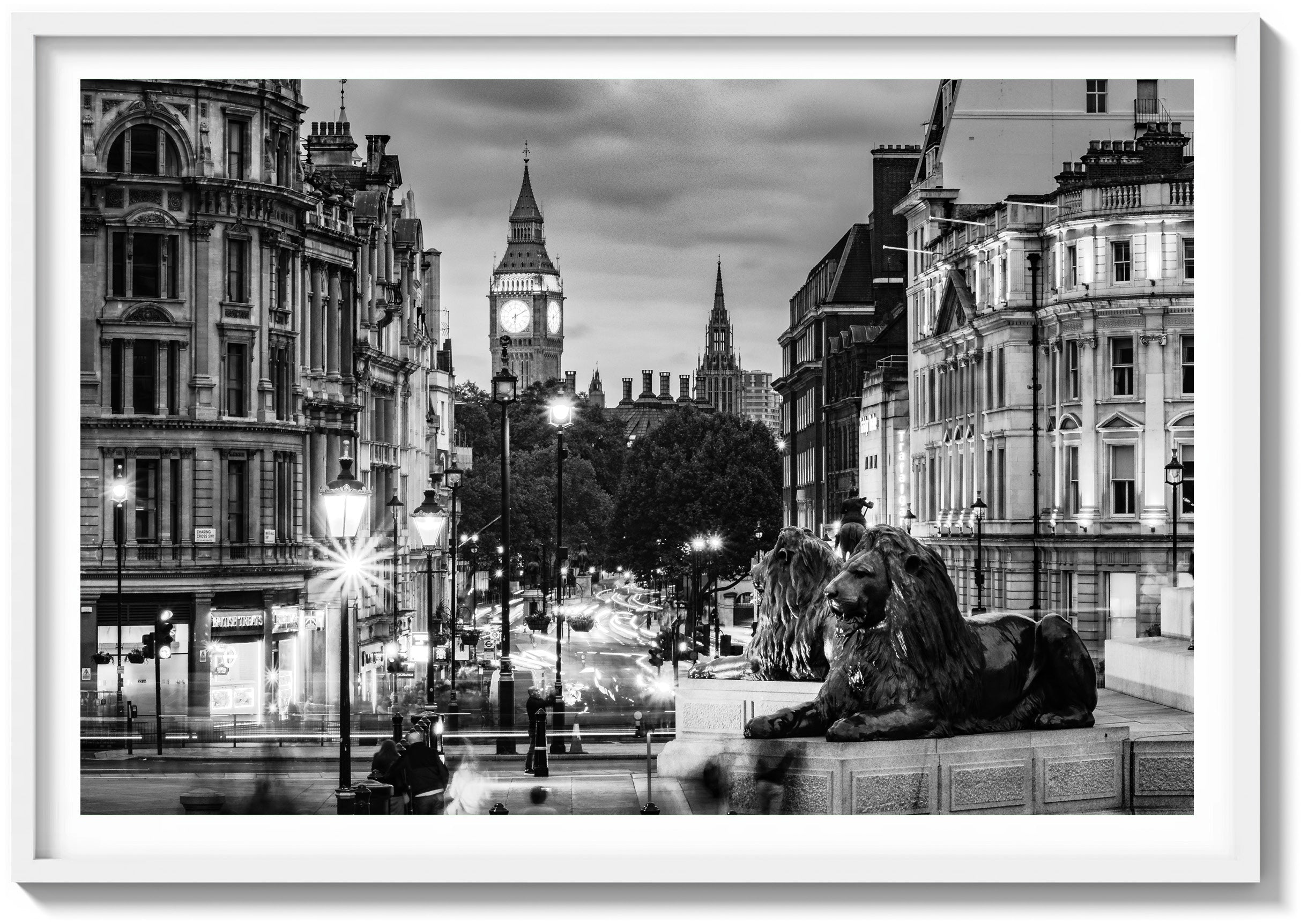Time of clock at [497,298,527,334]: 6:10
